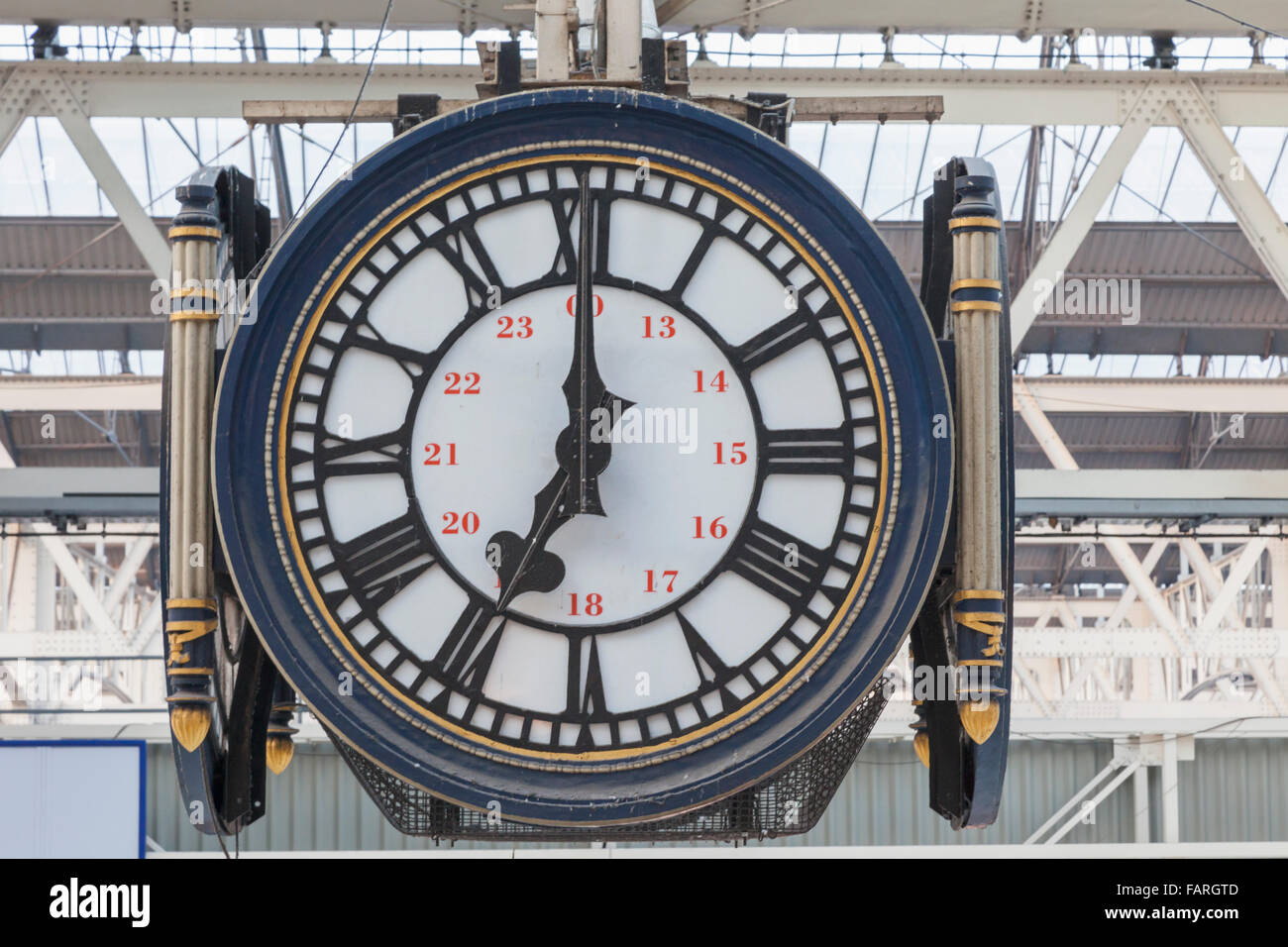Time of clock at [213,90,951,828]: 7:00
